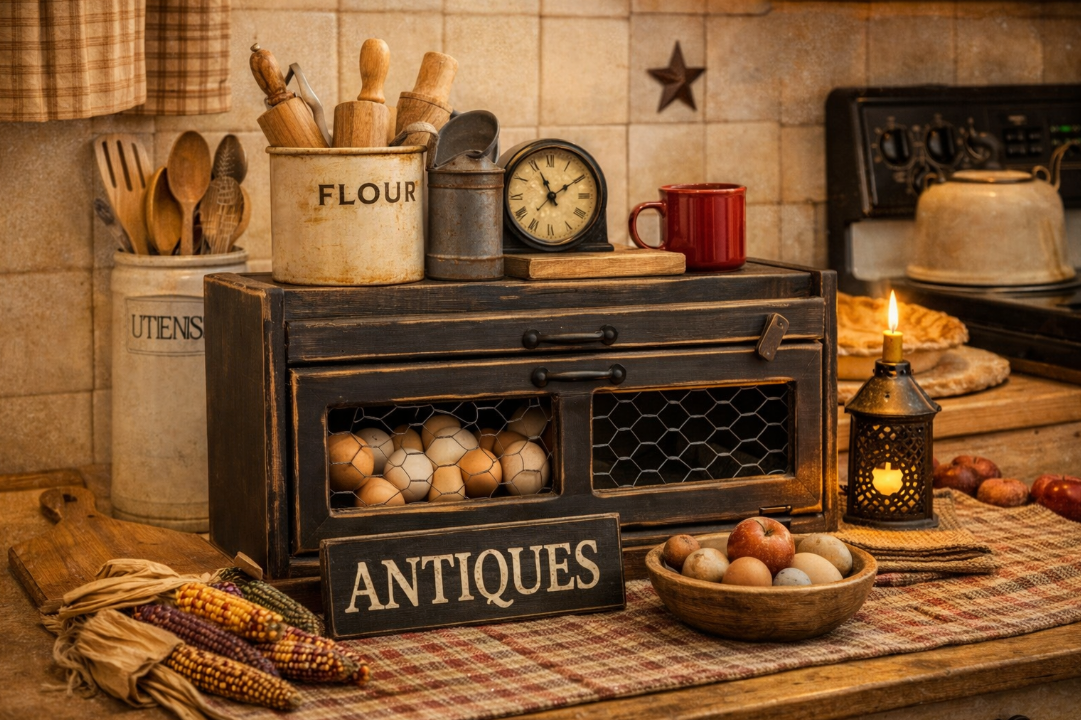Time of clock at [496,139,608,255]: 11:09
